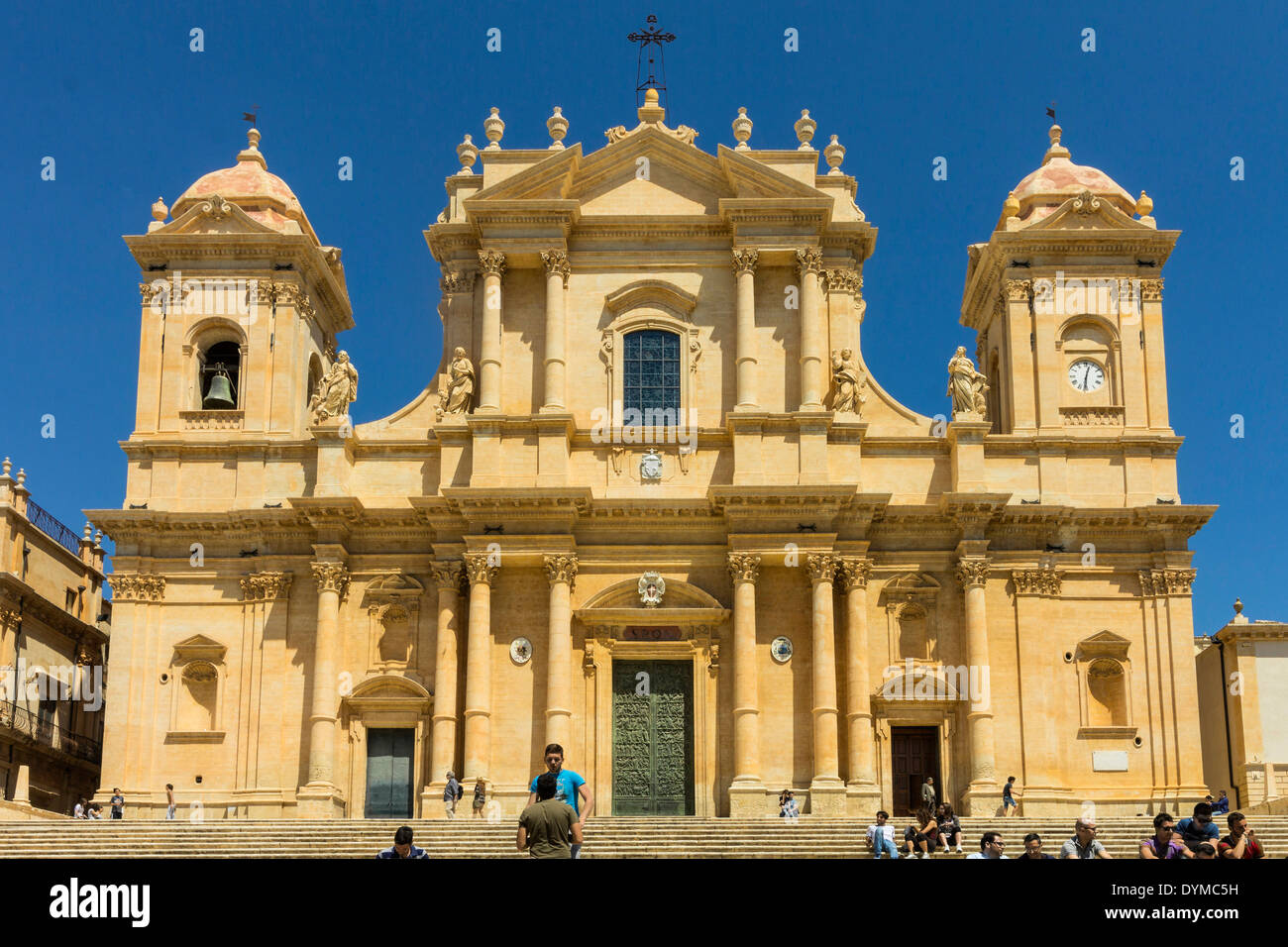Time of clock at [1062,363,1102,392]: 12:31
